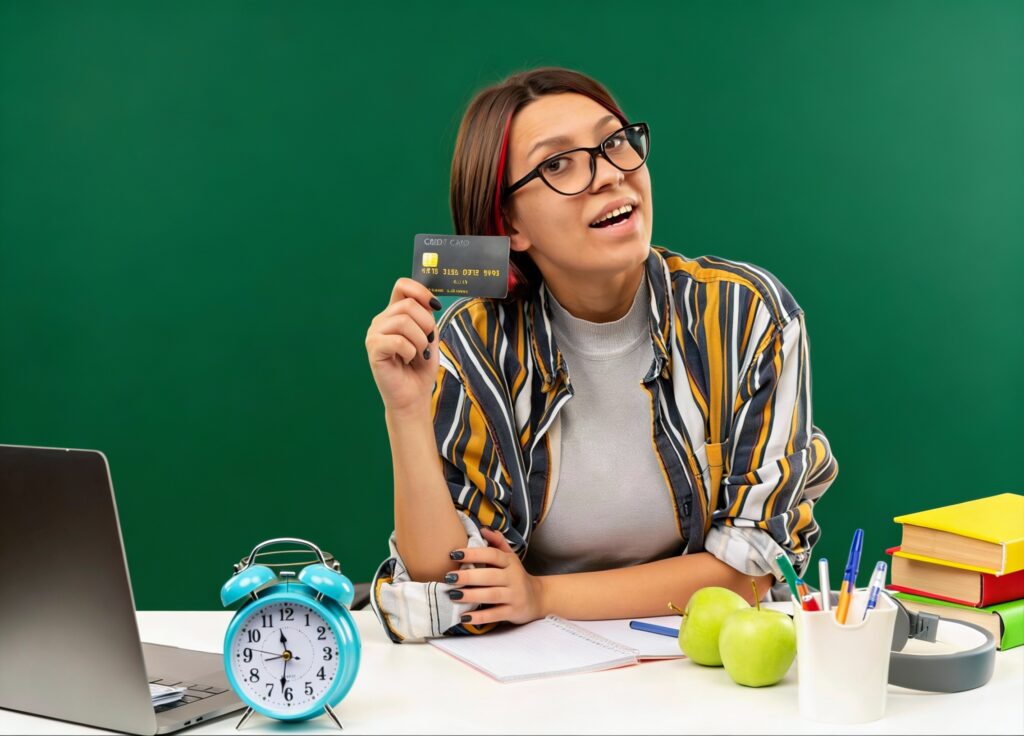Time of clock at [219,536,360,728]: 11:31
